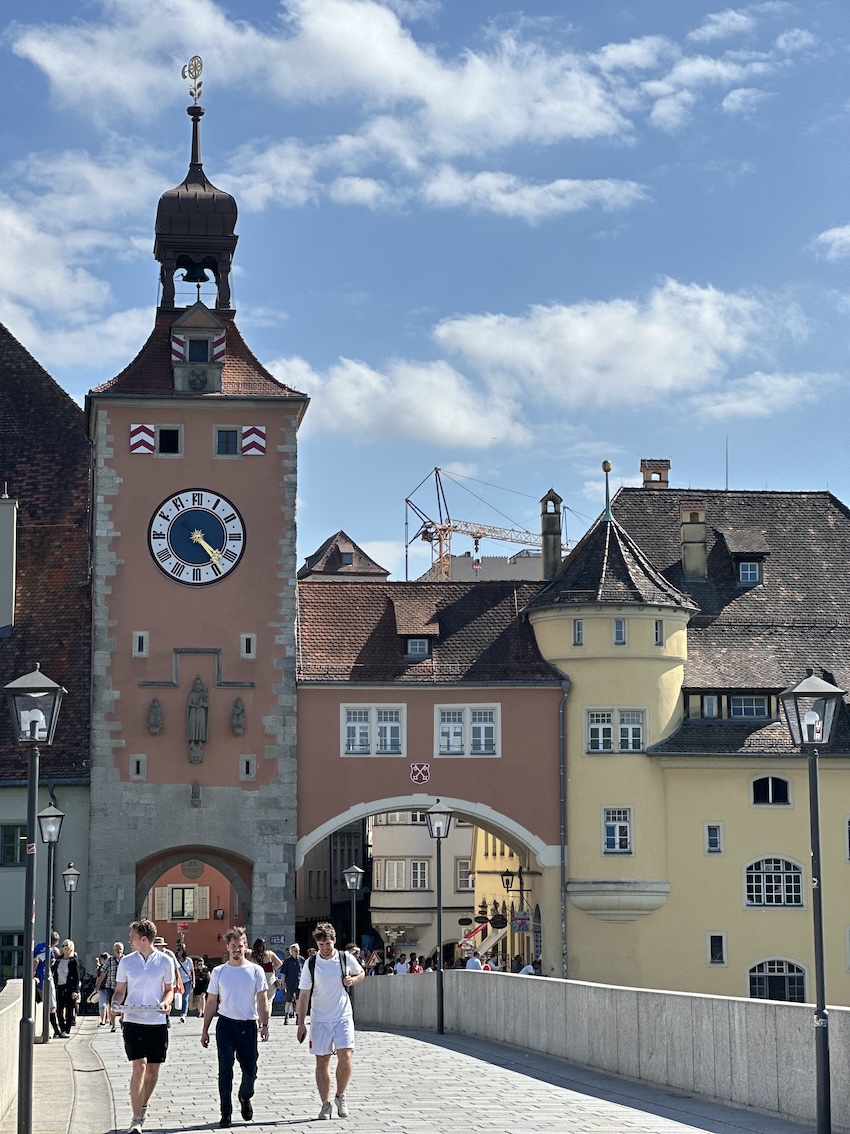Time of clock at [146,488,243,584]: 4:23
